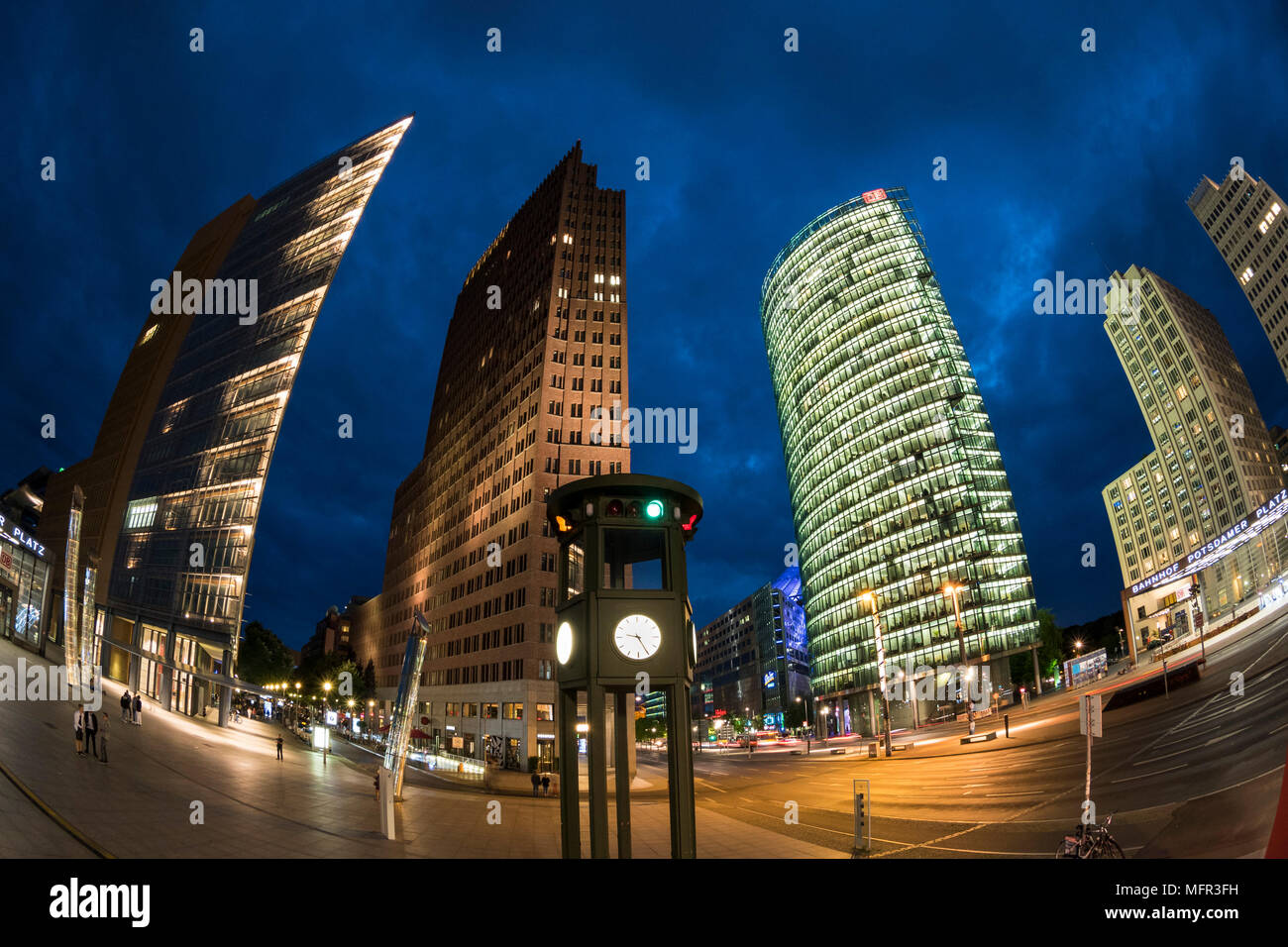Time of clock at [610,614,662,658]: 9:25
